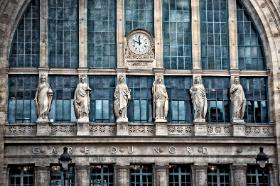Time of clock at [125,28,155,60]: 11:48
